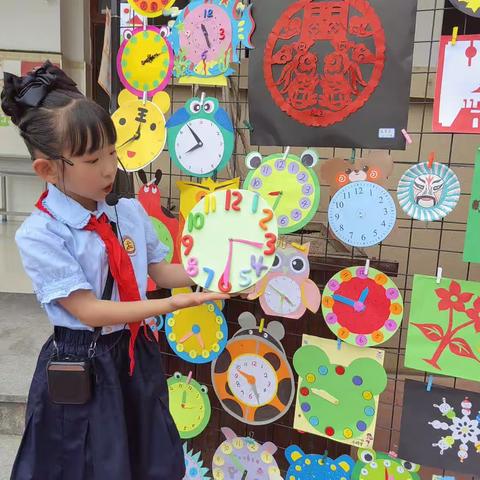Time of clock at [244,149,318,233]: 8:34
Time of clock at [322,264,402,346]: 12:47
